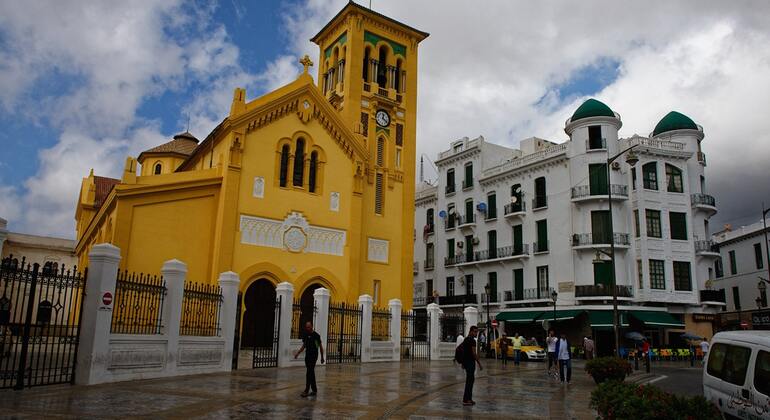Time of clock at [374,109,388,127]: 12:20
